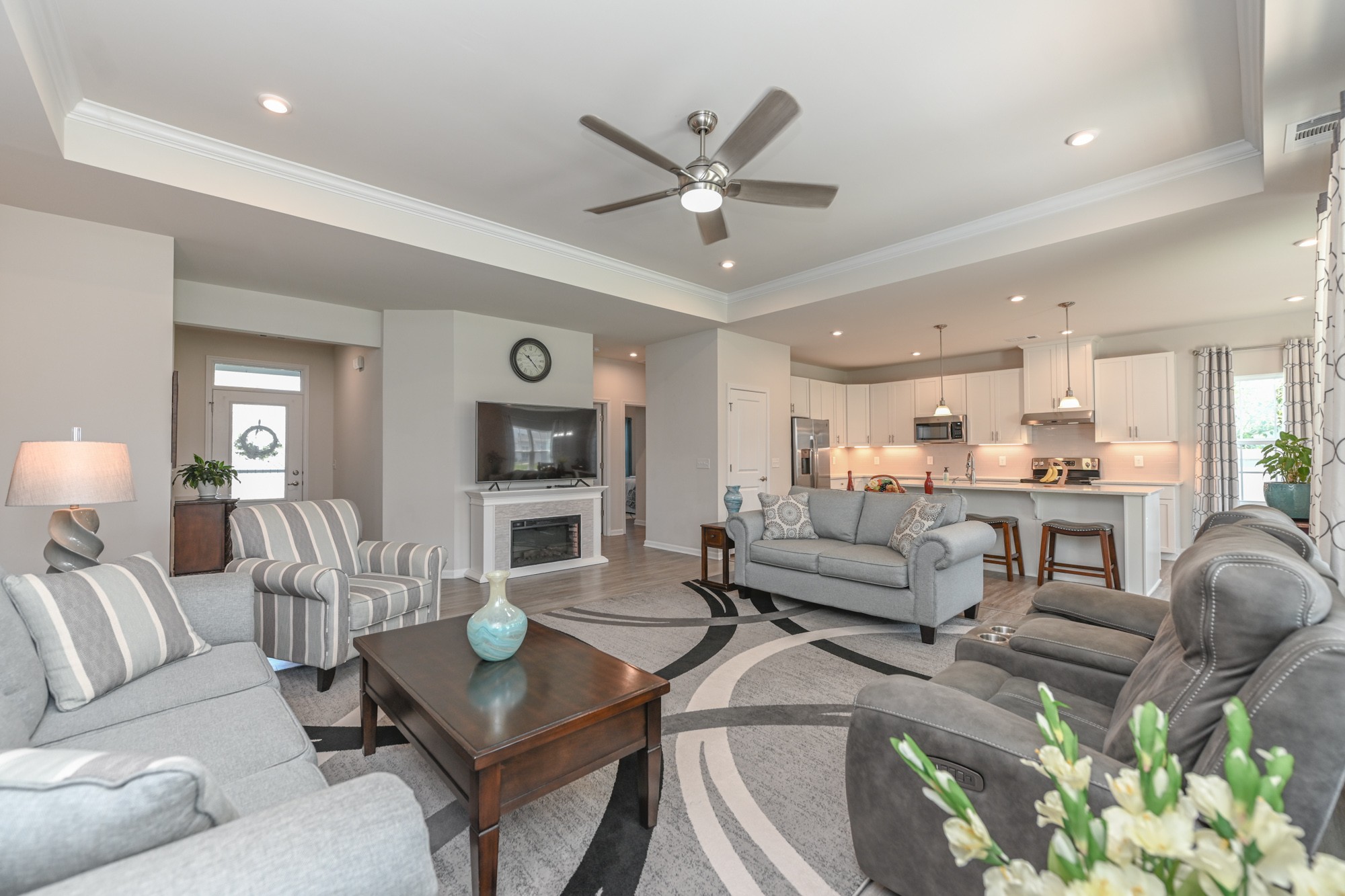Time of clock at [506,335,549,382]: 10:22
